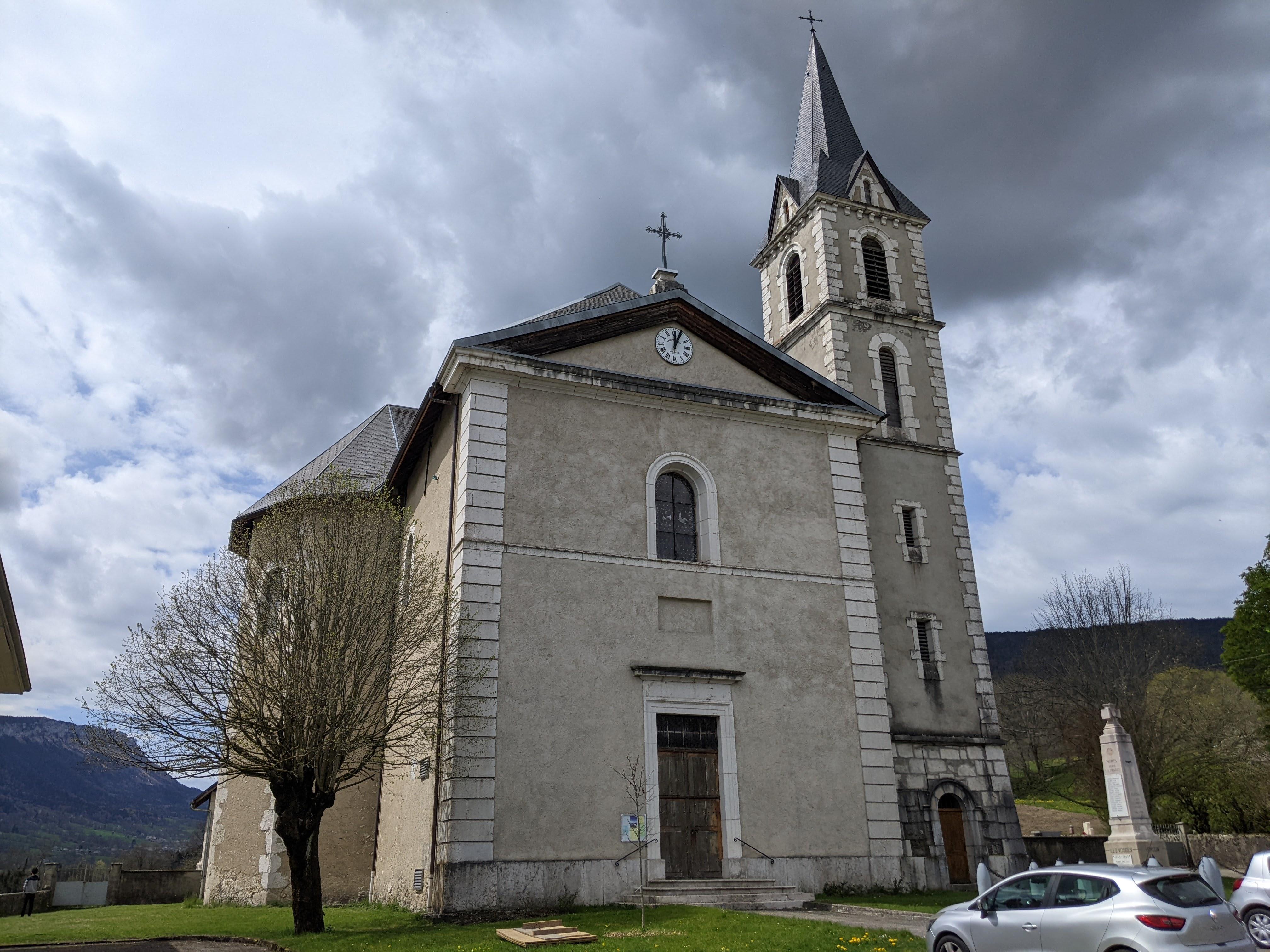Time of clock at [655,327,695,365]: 12:04
